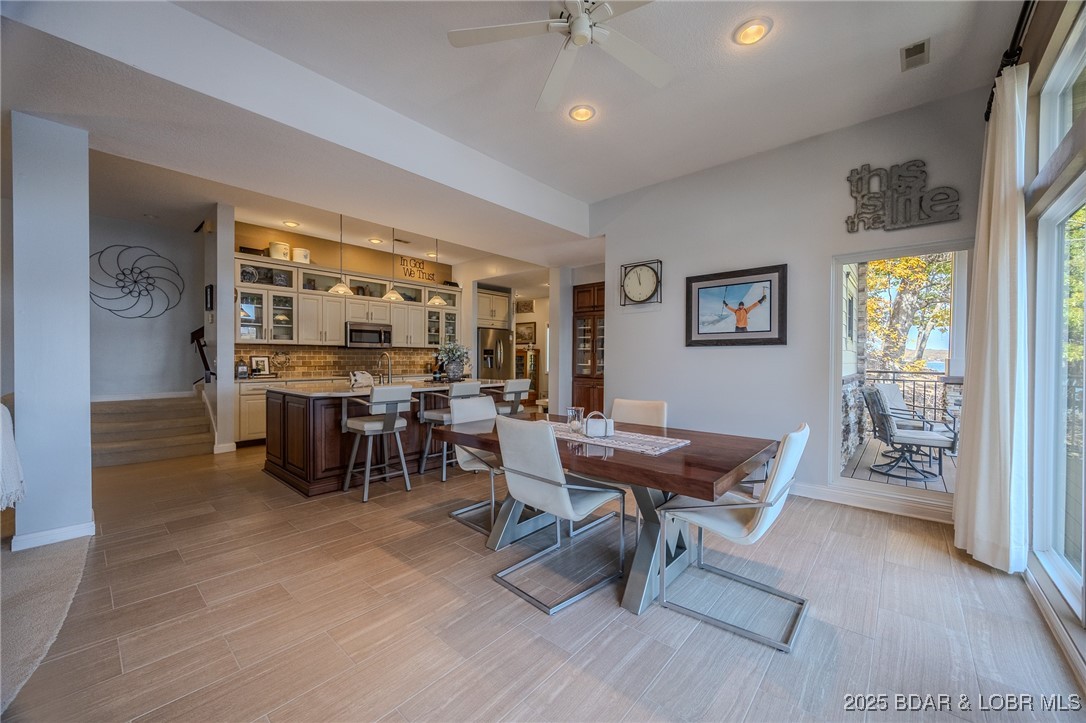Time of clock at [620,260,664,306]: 11:56
